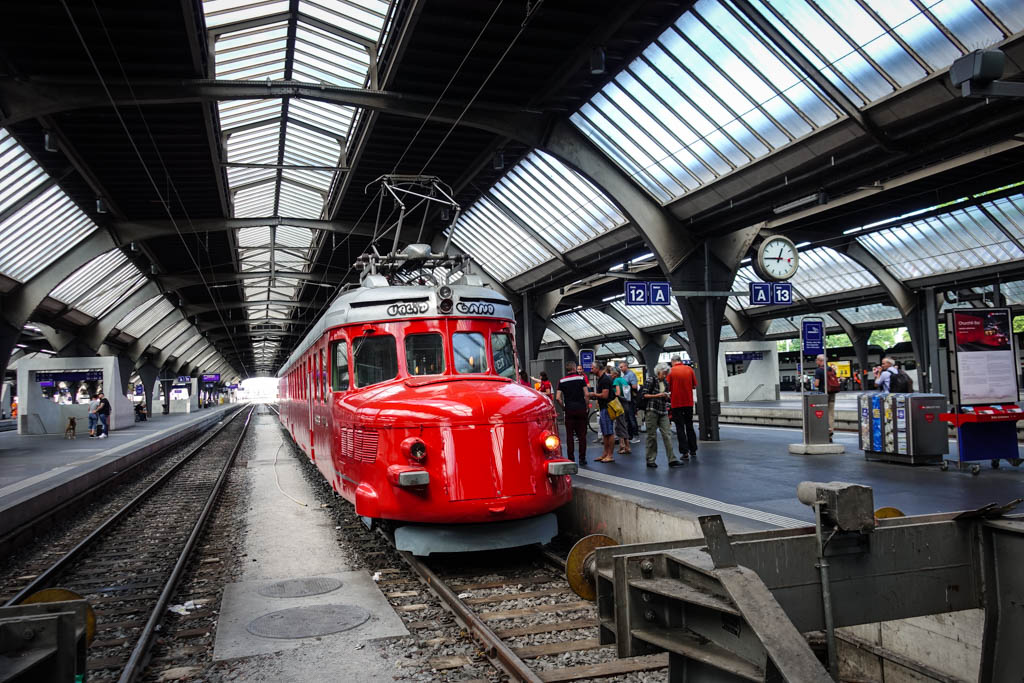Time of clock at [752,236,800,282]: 12:45
